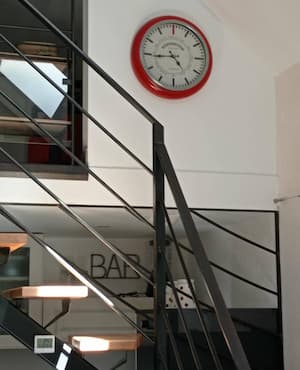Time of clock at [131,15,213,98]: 4:44
